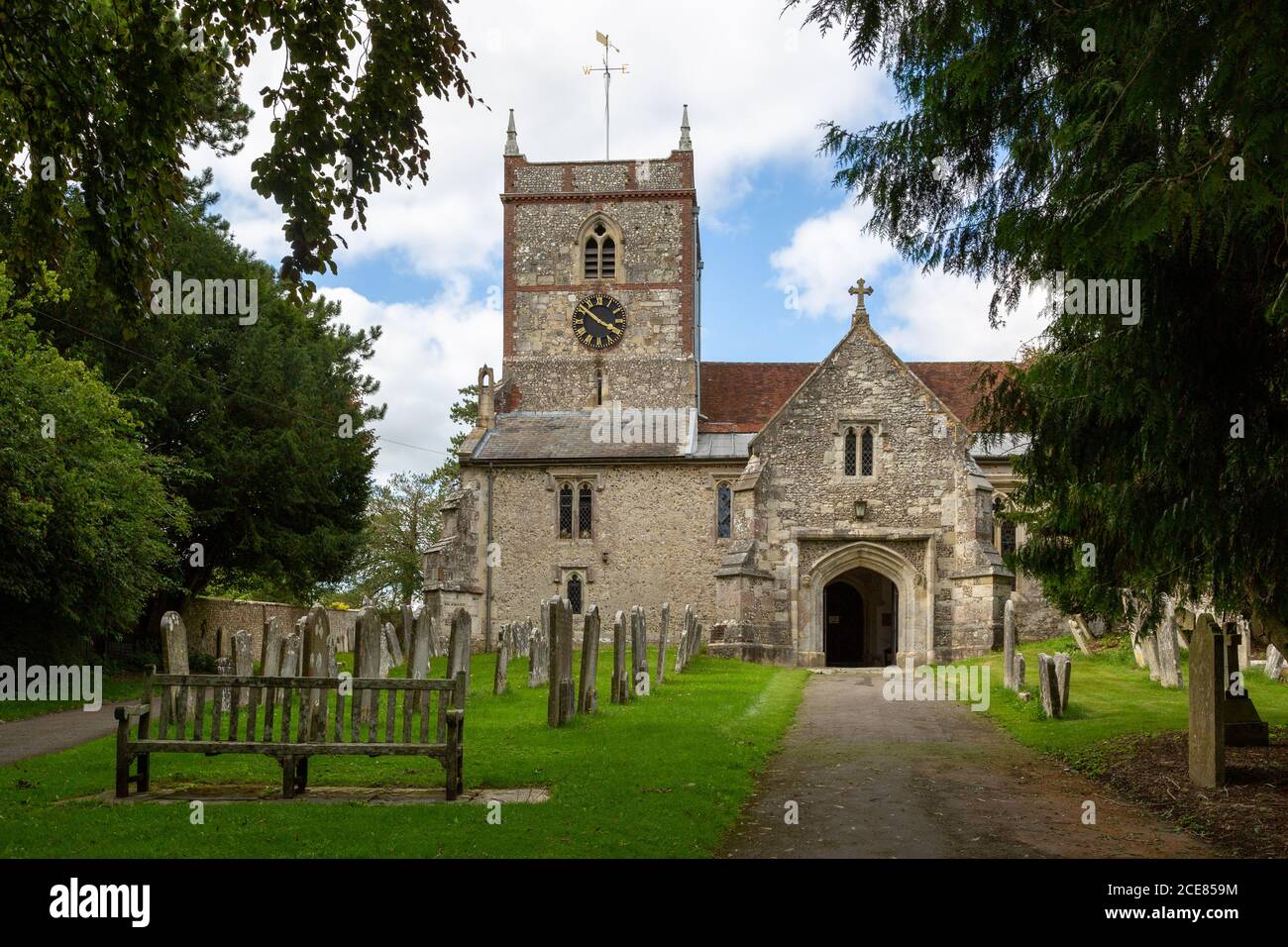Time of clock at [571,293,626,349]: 3:51
